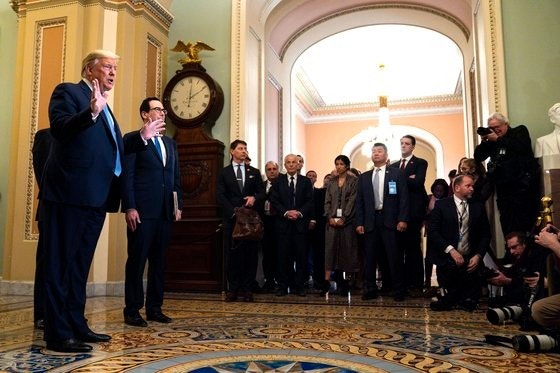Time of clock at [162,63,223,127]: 2:01
